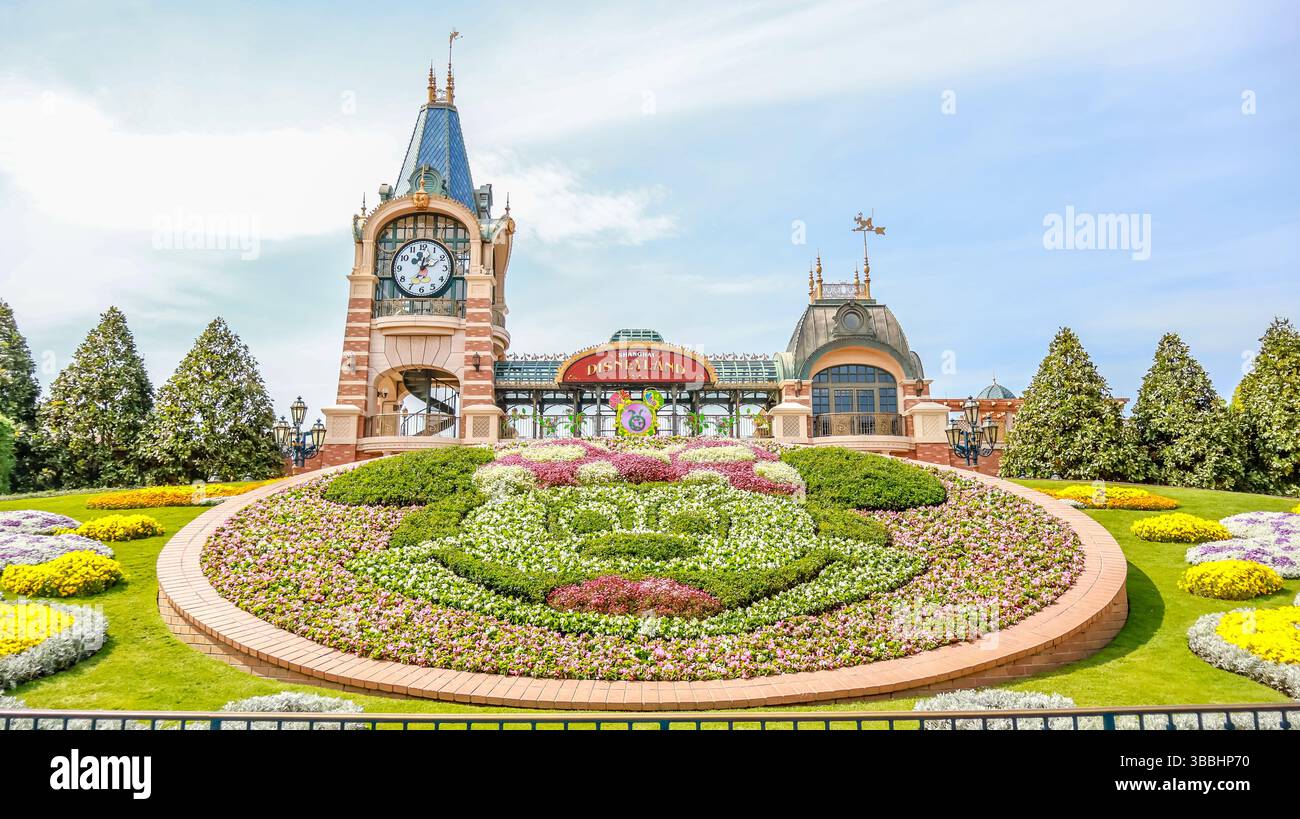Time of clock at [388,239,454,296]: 12:10
